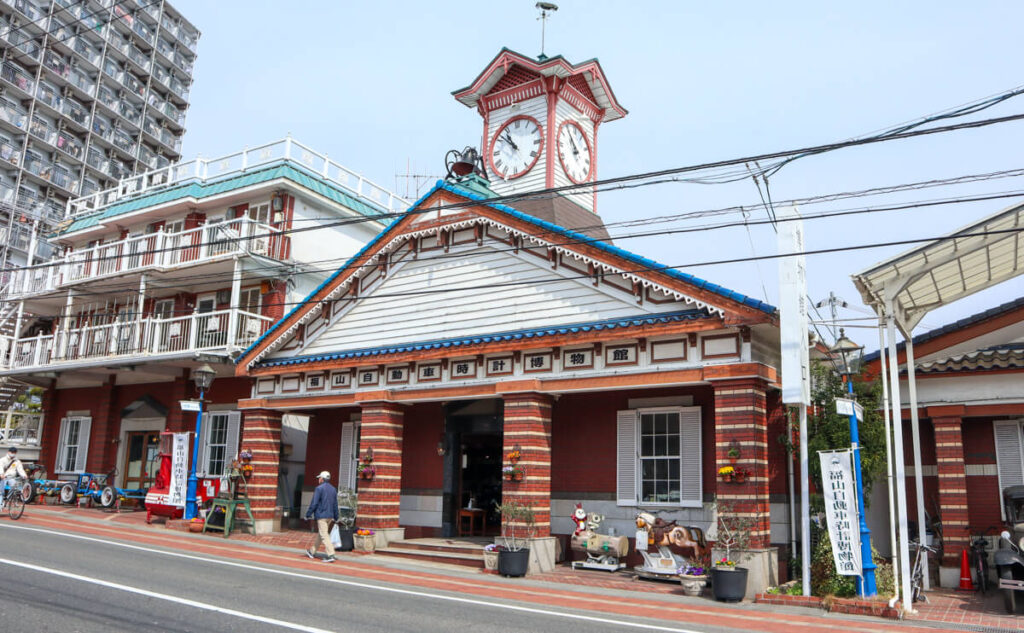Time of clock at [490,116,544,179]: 10:51
